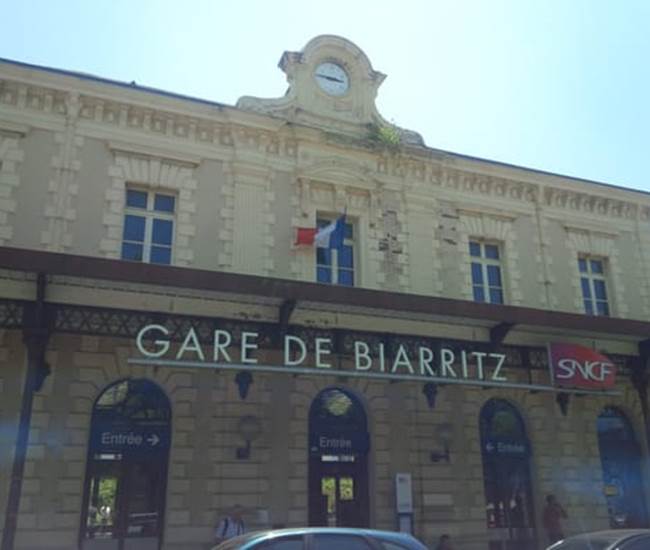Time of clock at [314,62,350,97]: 2:46
